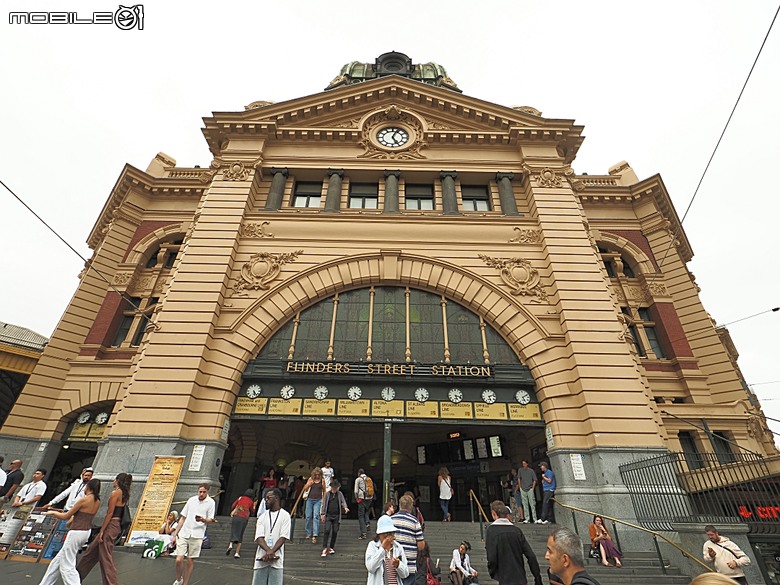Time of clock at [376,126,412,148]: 5:03
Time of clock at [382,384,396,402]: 12:00
